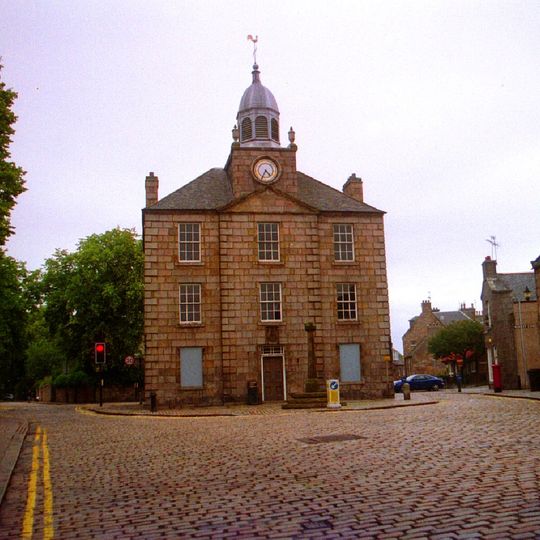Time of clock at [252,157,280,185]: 4:34
